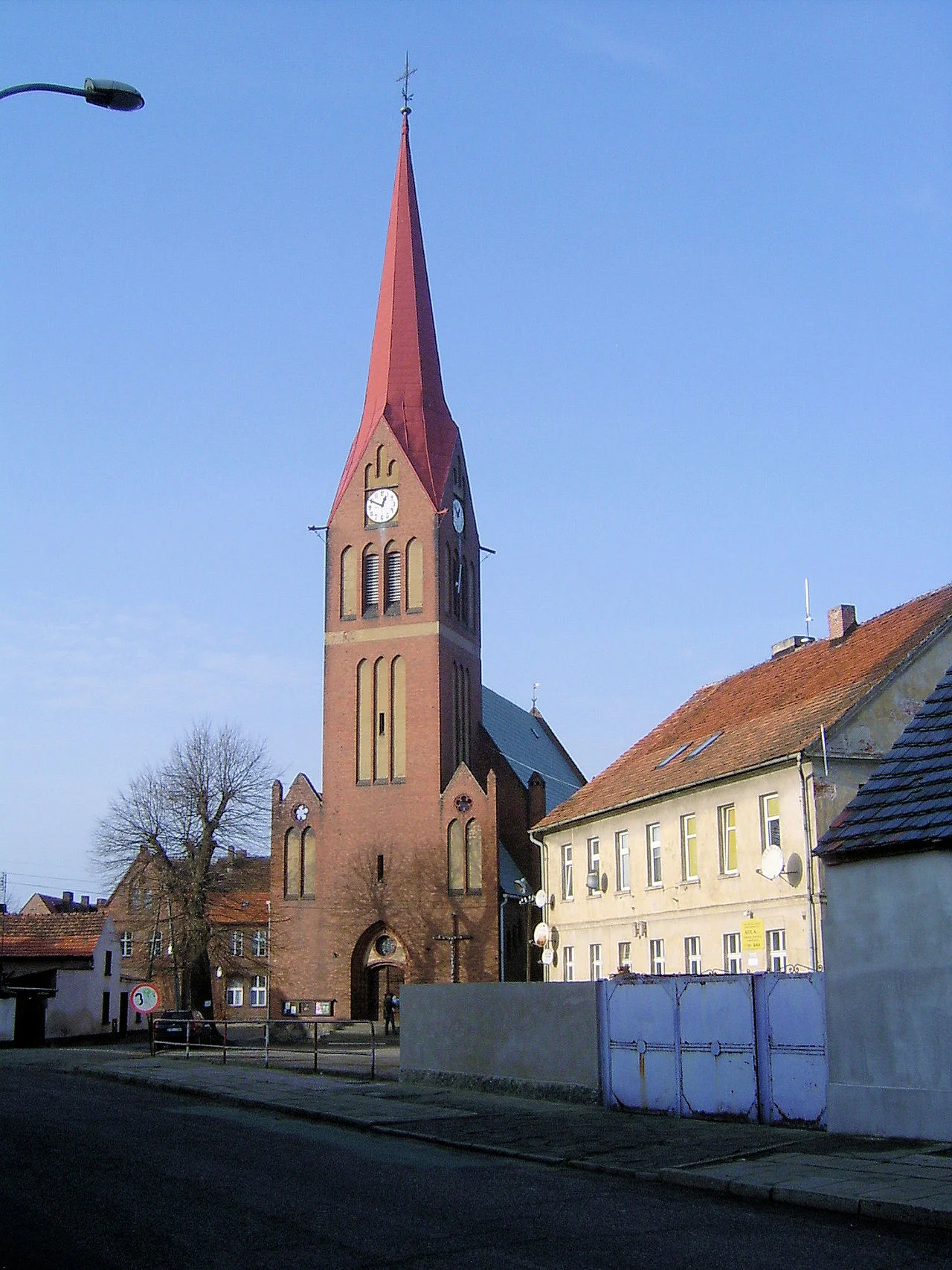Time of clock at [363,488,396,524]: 12:49
